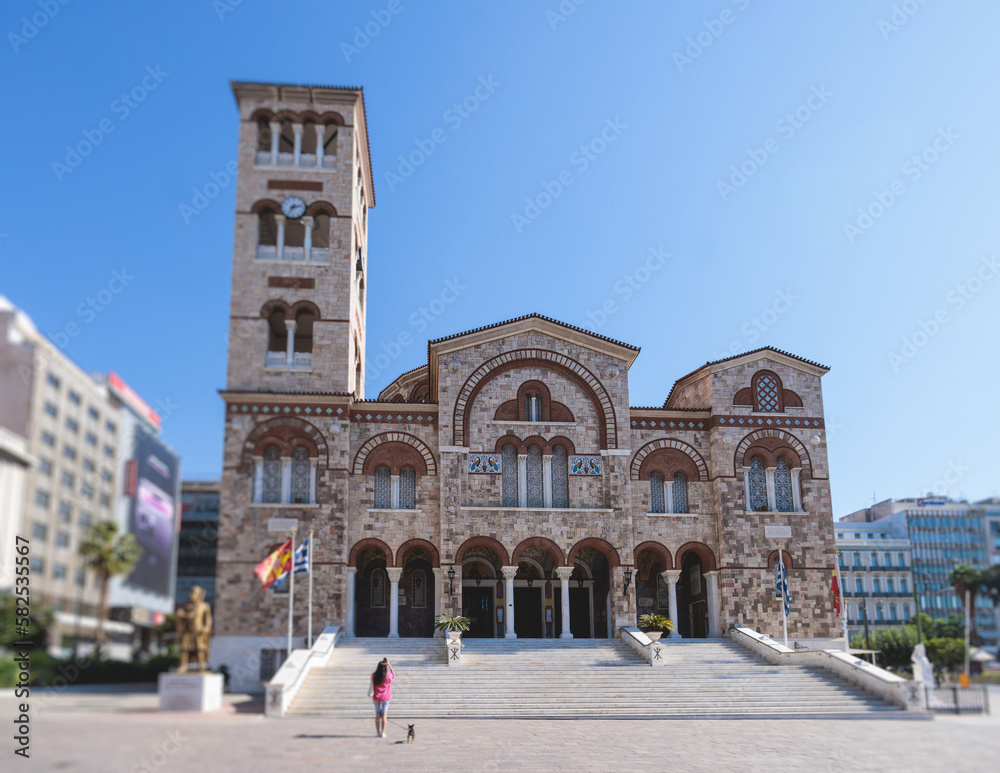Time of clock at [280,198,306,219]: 2:35
